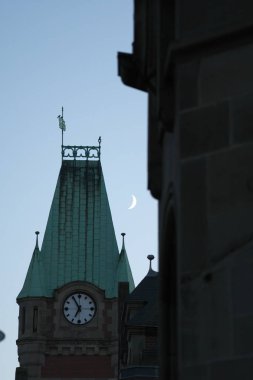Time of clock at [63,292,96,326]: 6:54
